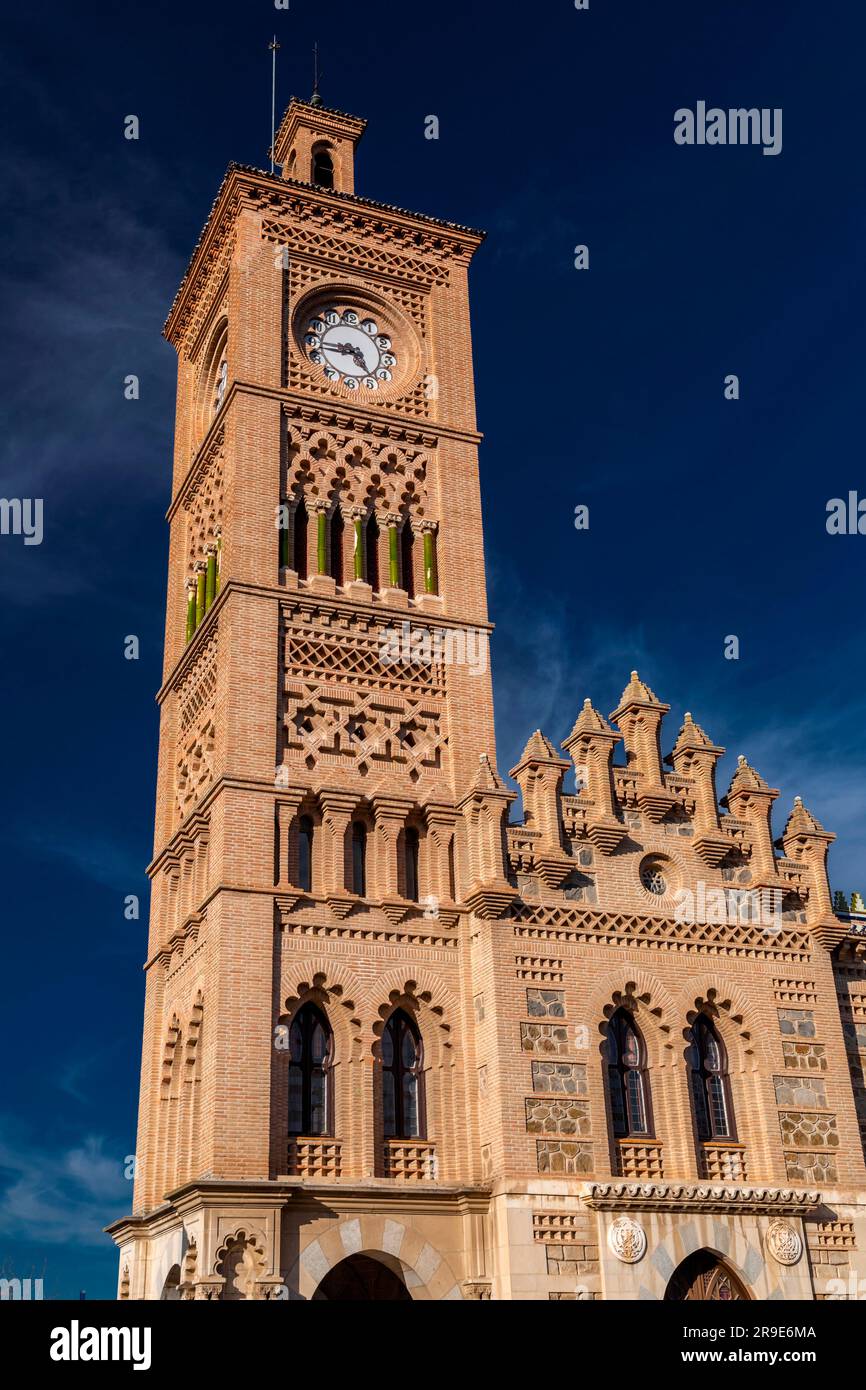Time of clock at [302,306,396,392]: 4:45
